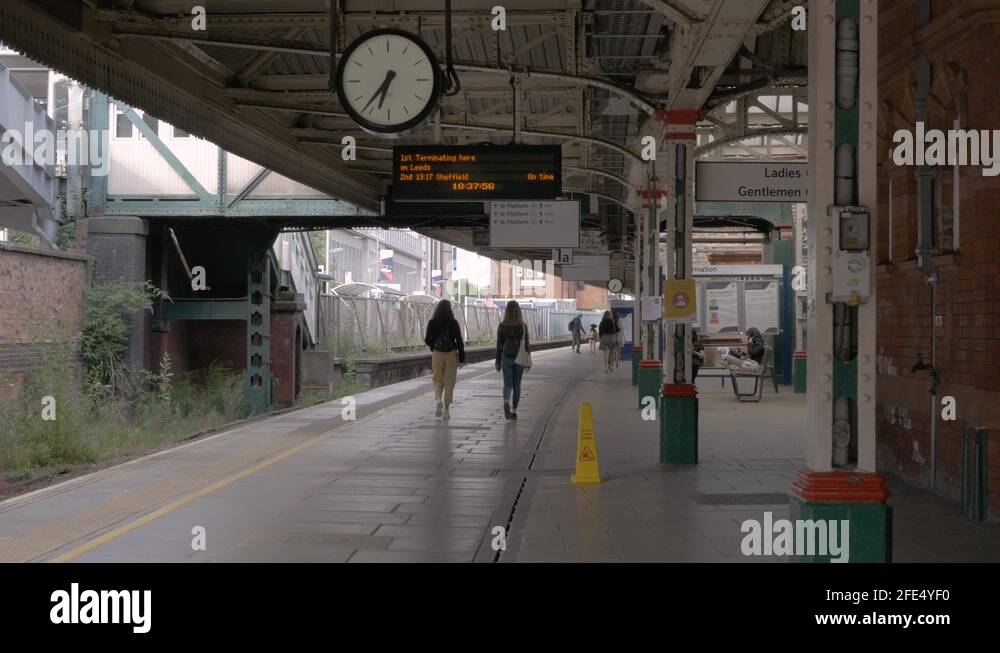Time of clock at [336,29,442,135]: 6:36
